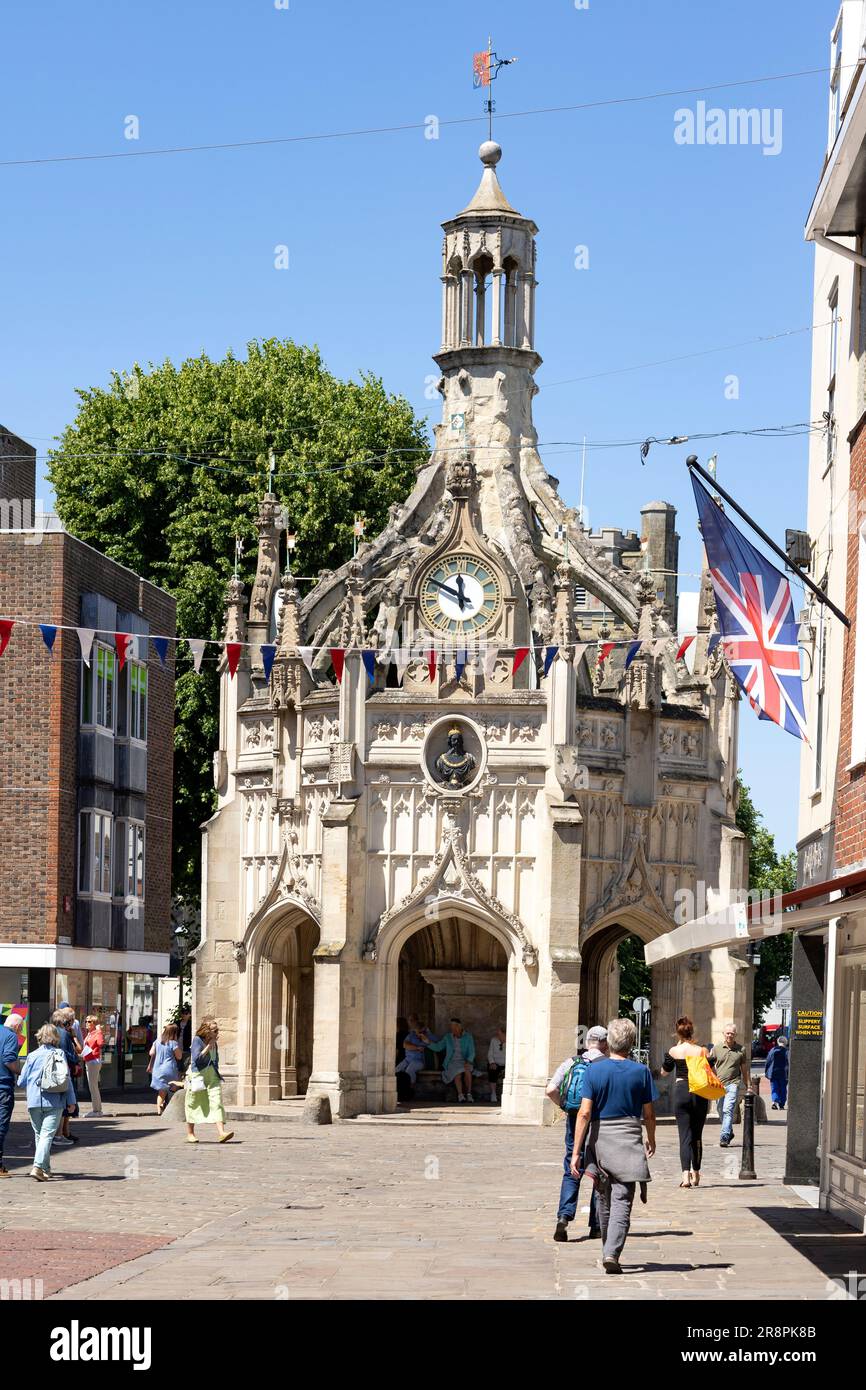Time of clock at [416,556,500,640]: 11:49
